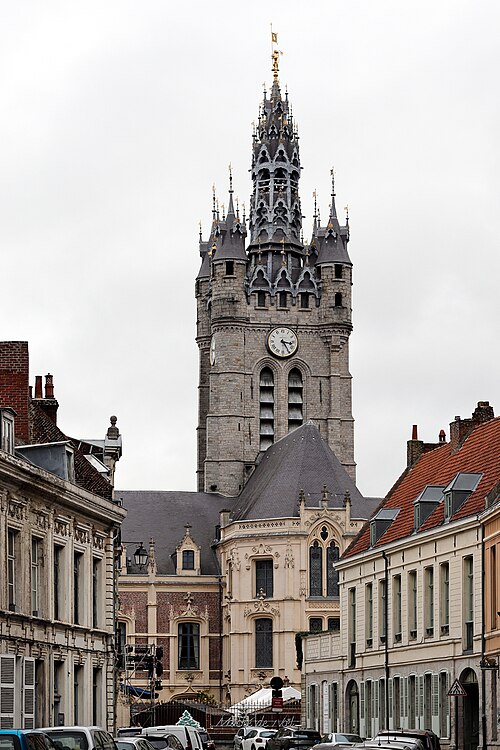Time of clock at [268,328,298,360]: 3:24
